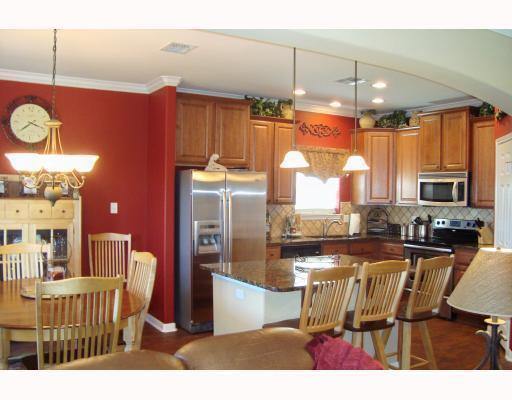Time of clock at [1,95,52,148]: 3:39
